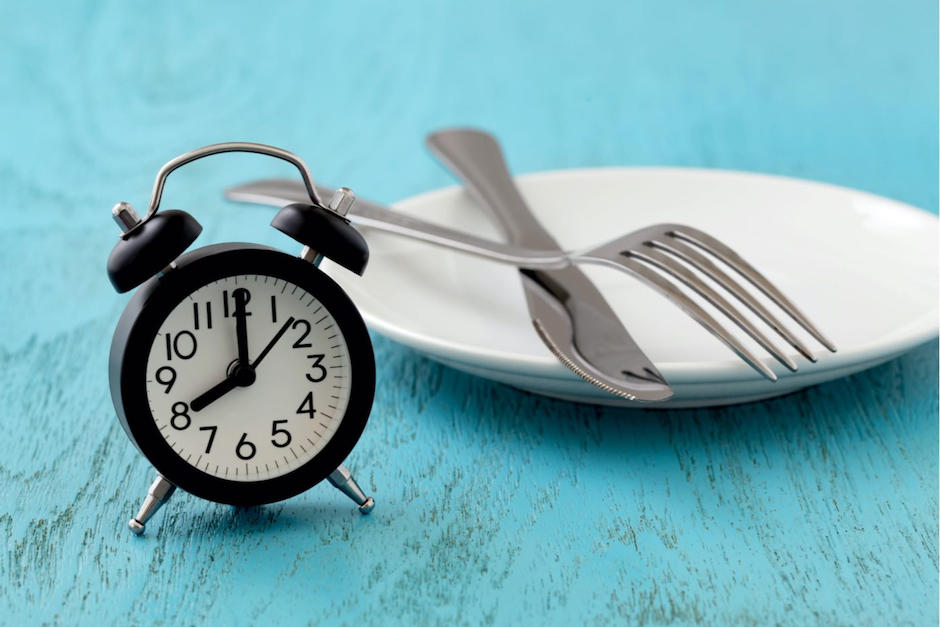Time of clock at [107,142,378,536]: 8:00
